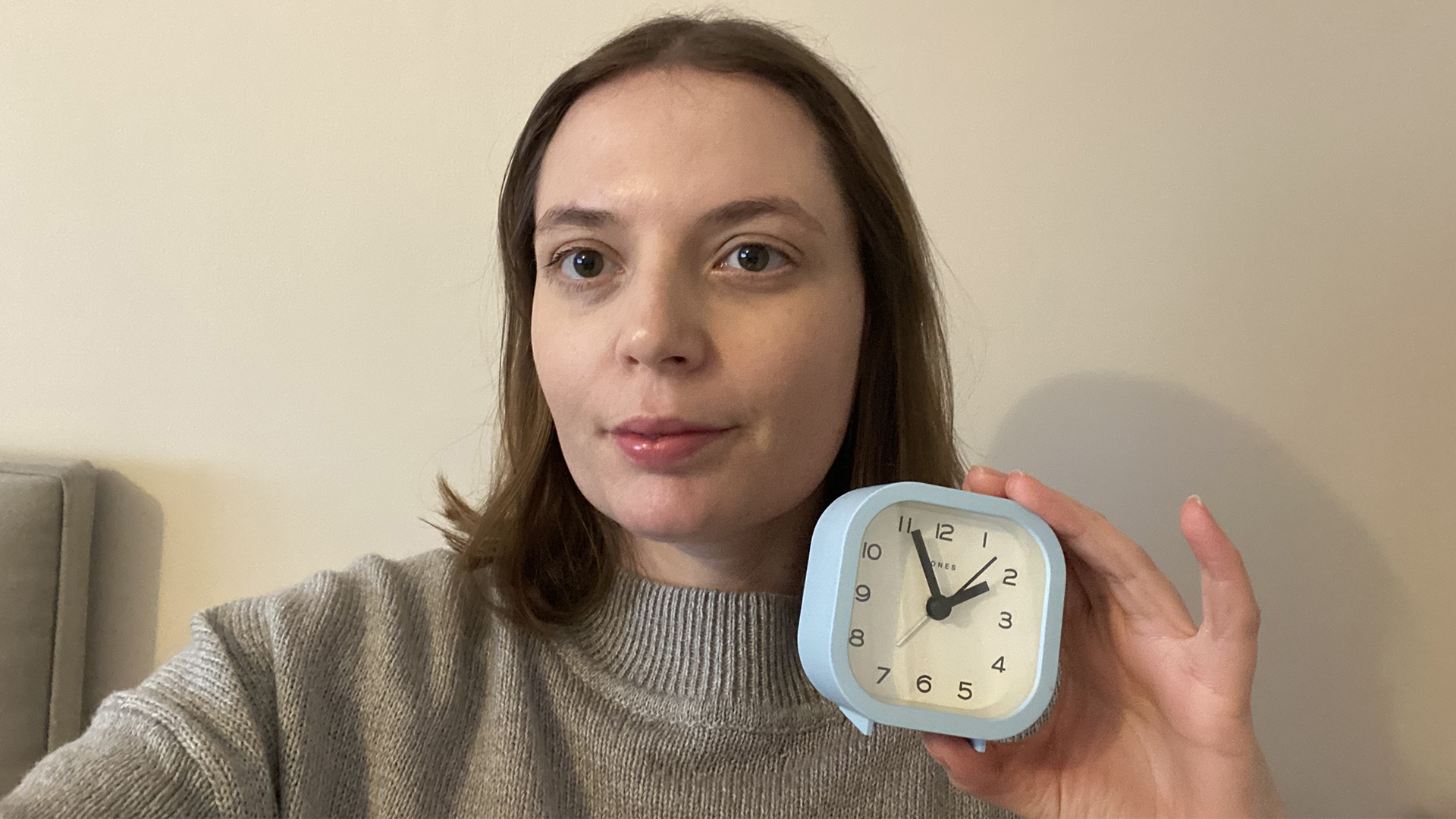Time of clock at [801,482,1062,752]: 1:56
